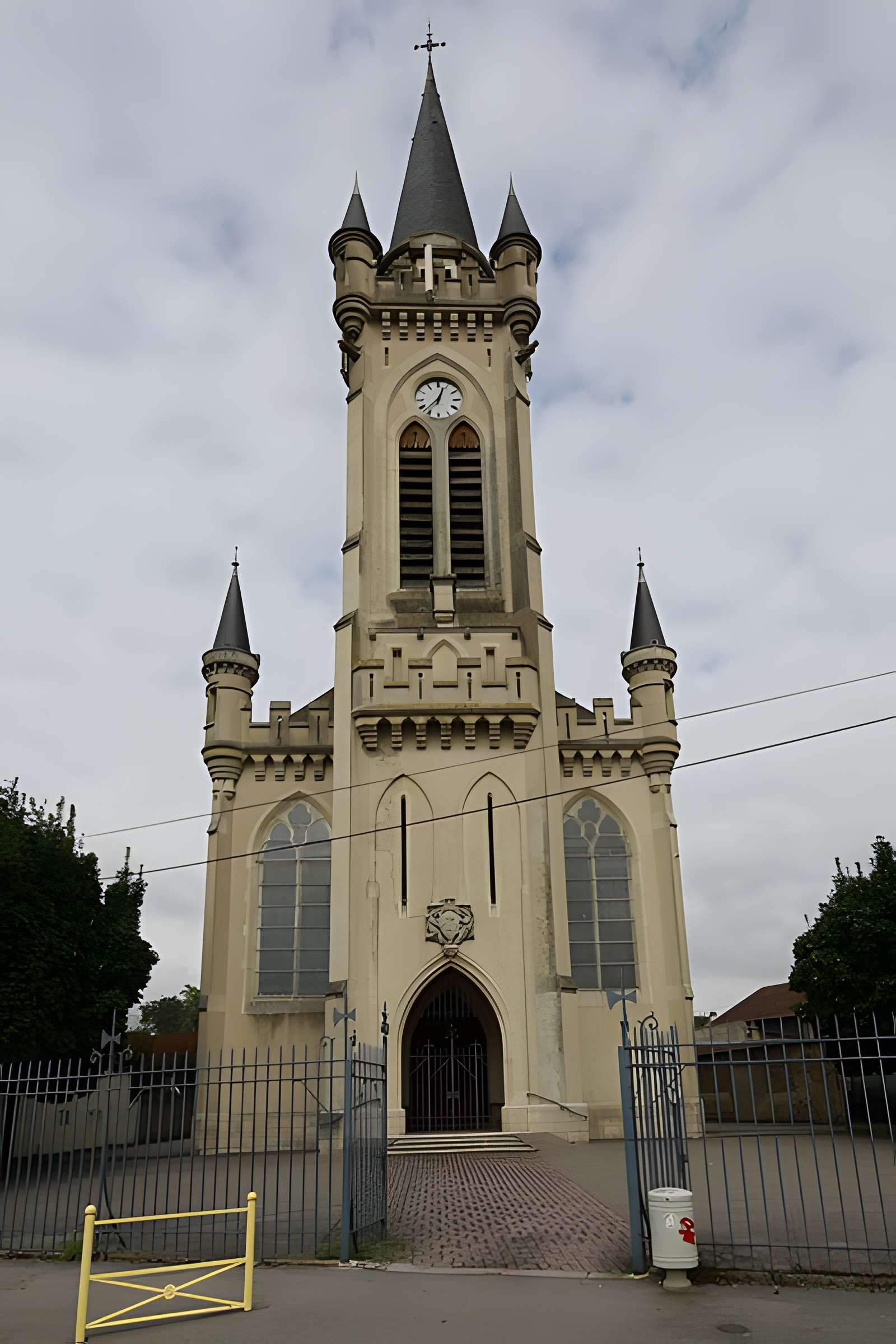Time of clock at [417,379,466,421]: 12:37
